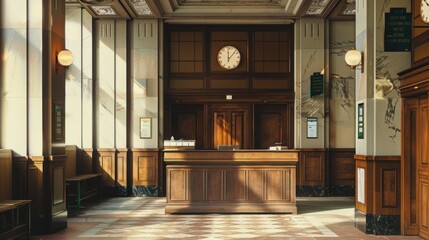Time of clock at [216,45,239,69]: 12:07
